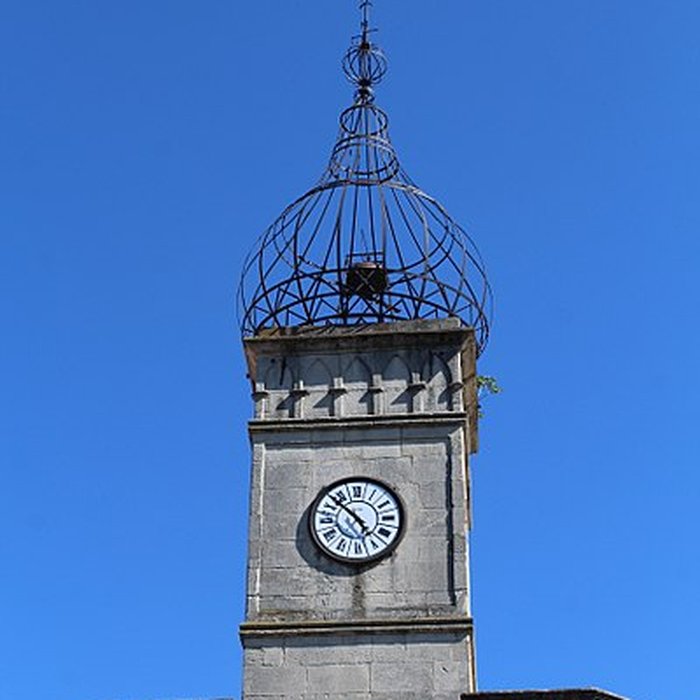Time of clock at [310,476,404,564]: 4:52
